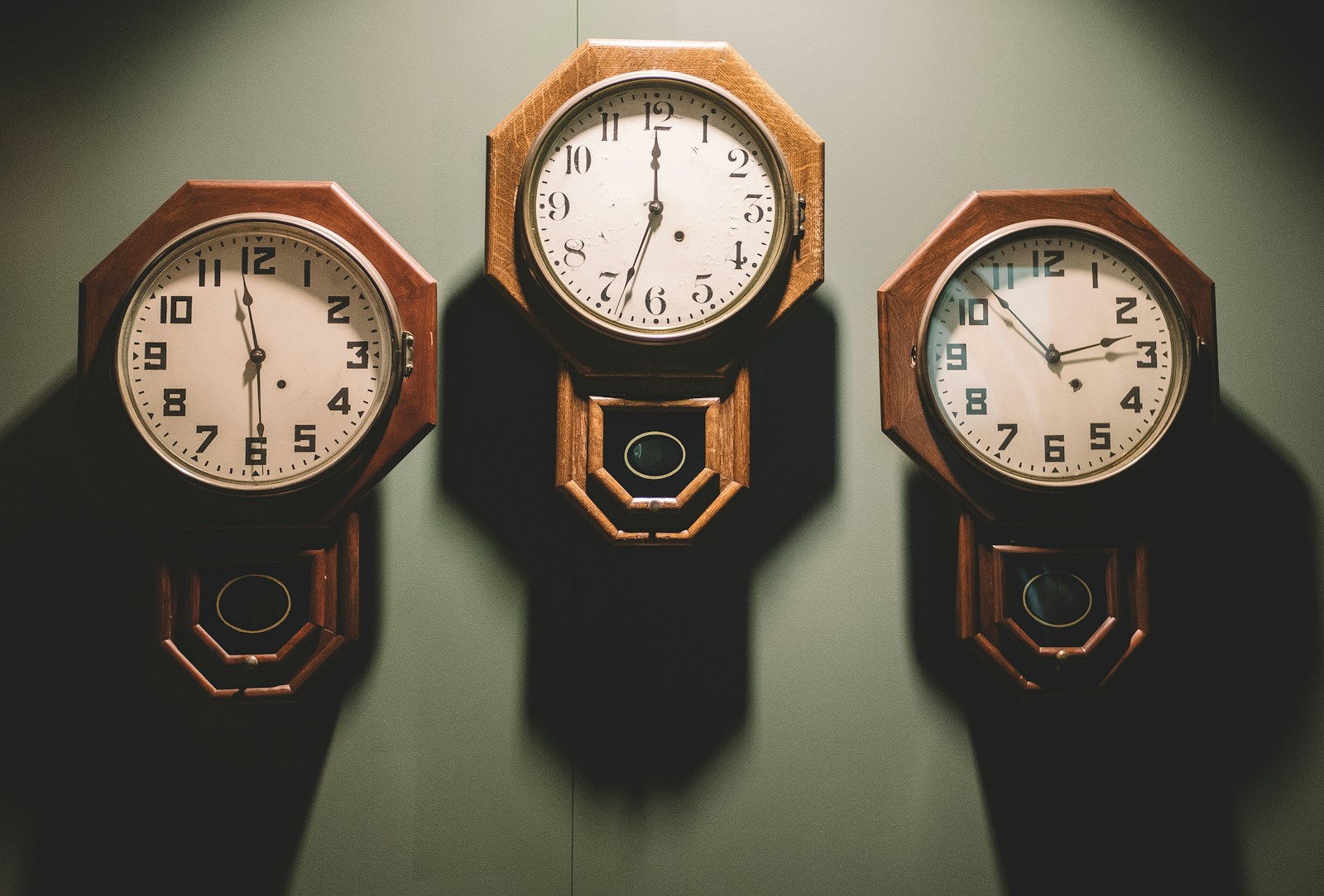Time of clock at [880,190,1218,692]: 2:52
